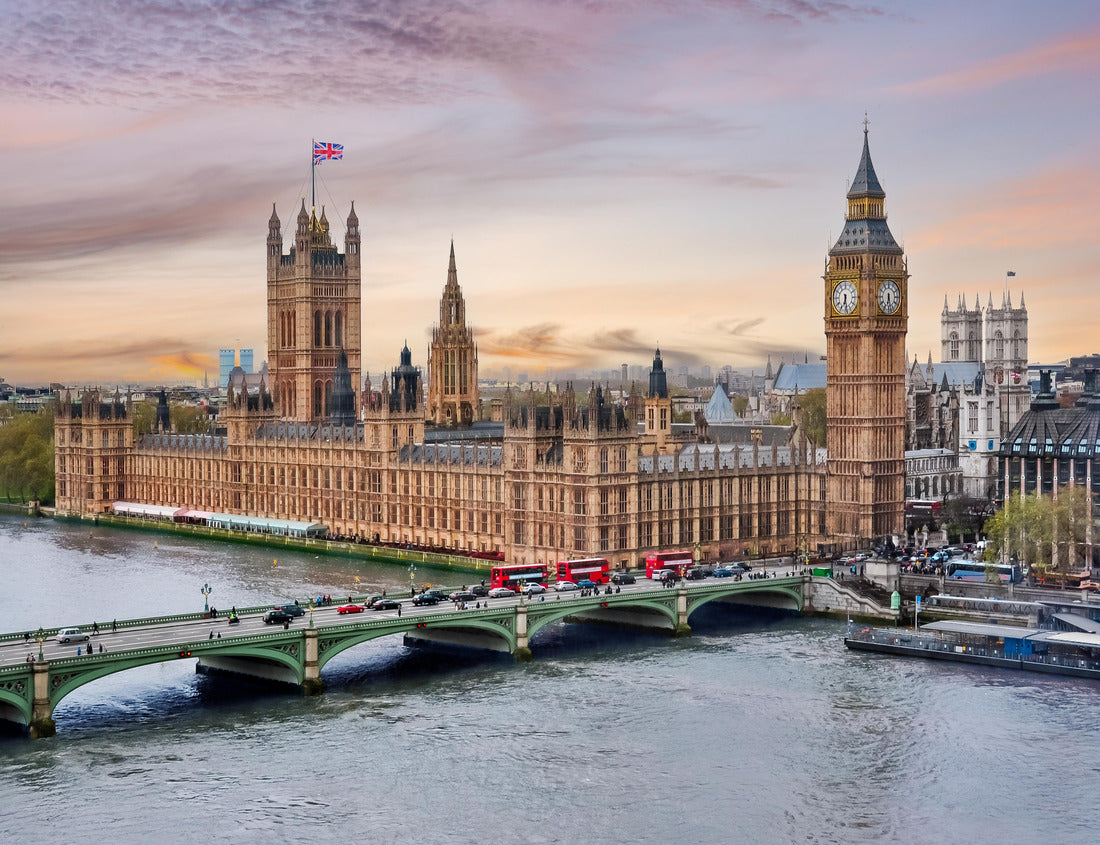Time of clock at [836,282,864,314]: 6:28
